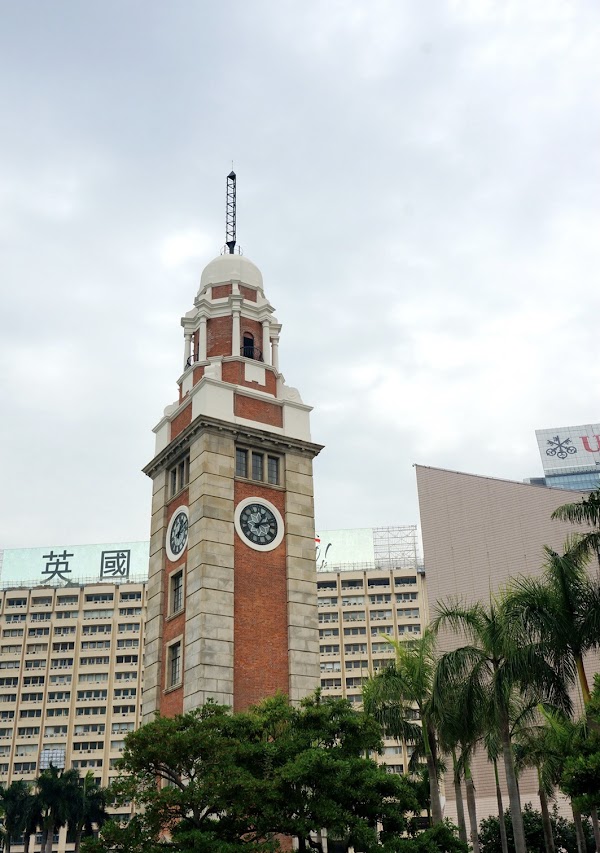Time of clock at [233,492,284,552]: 1:11
